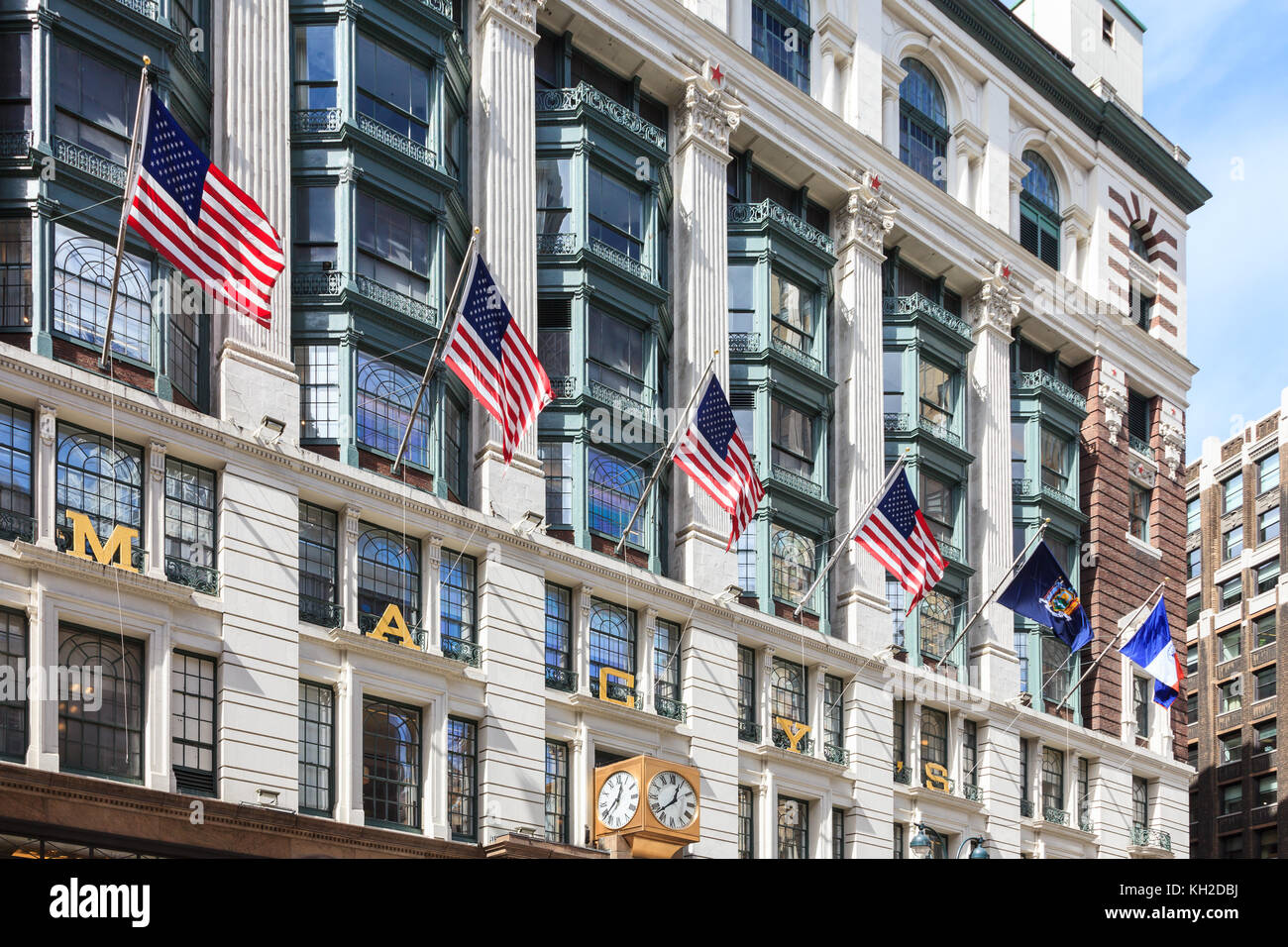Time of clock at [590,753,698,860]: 12:38
